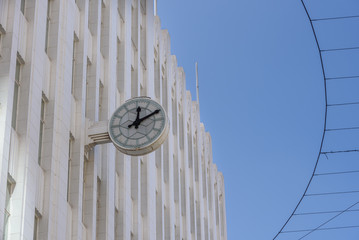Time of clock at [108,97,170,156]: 12:10
